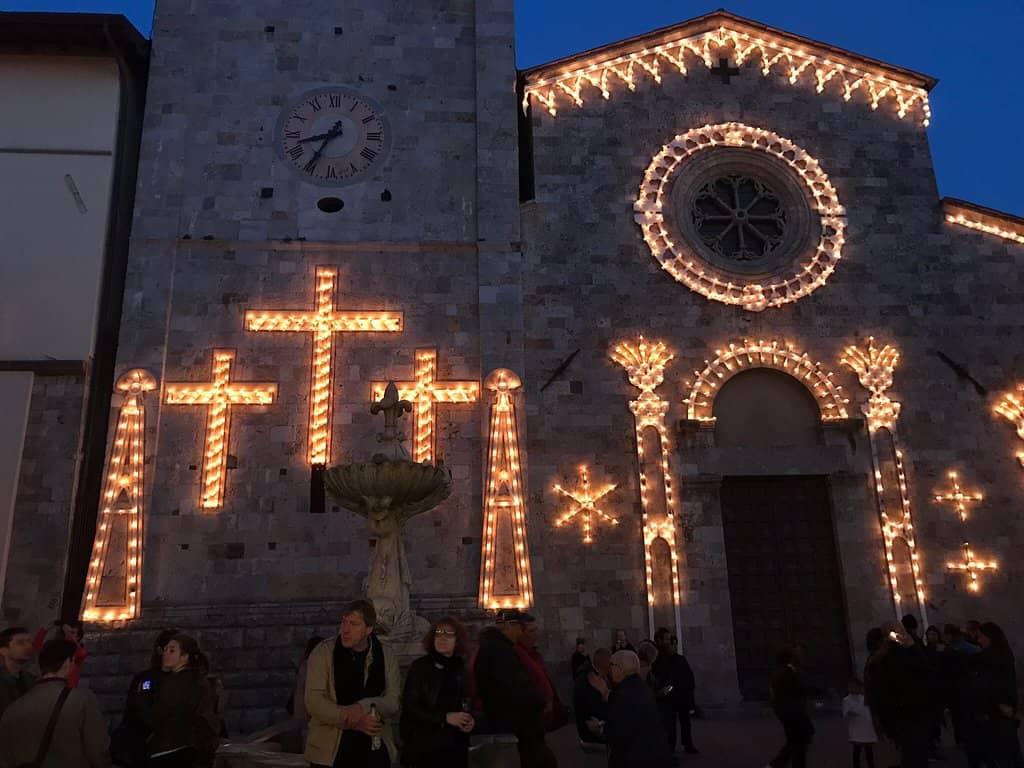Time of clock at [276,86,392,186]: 8:35
